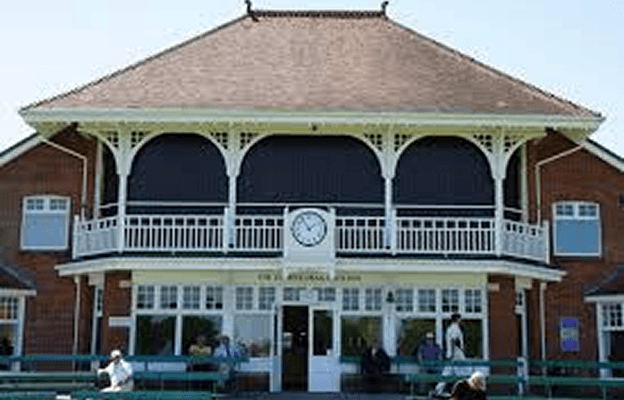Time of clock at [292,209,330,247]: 1:54
